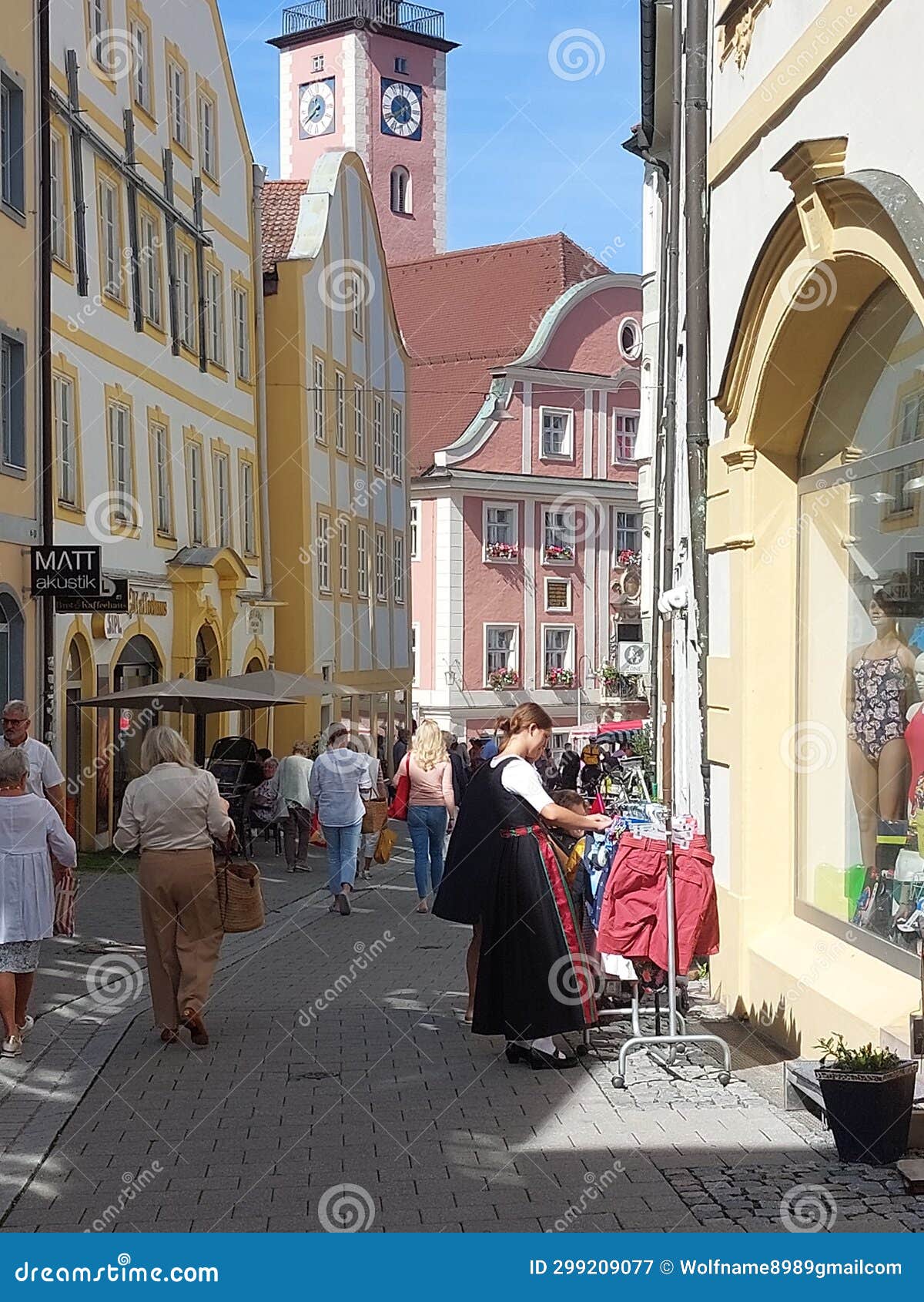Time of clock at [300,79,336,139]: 7:39
